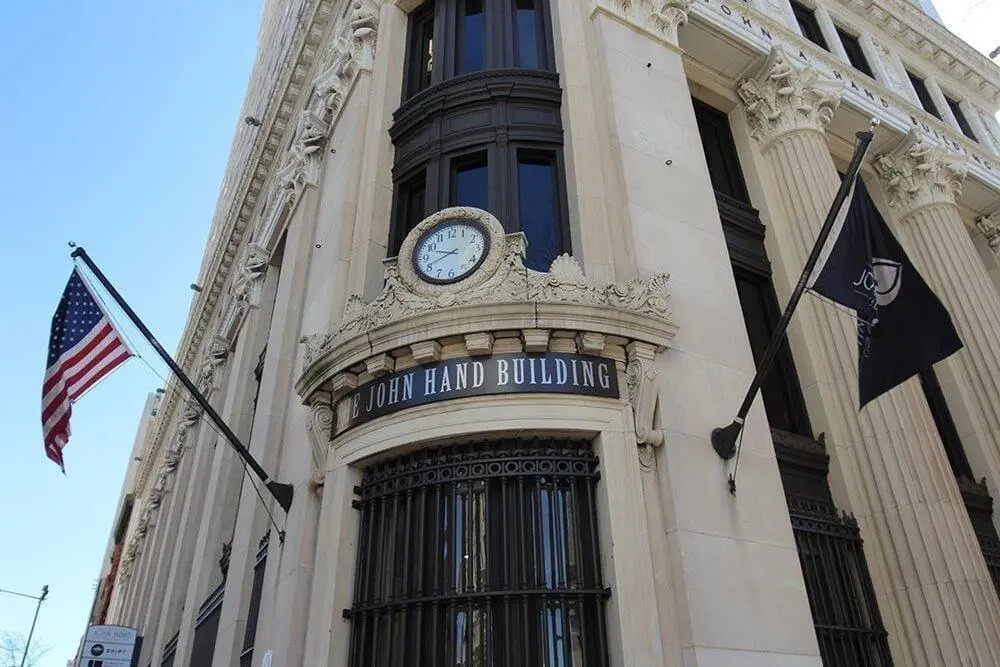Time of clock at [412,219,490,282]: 9:41
